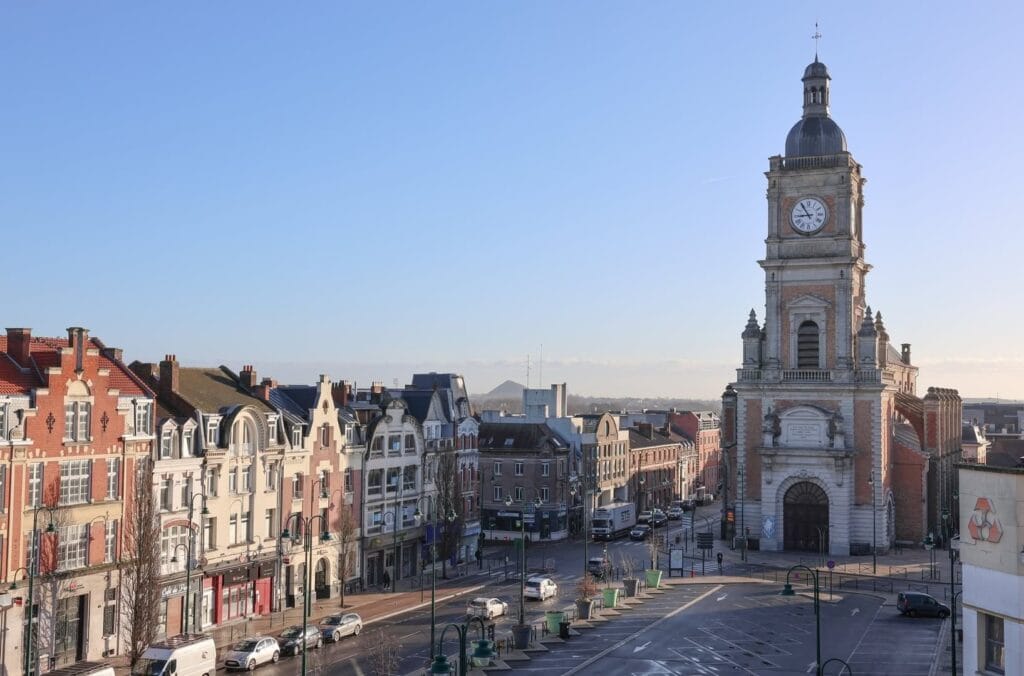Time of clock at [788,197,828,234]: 8:54
